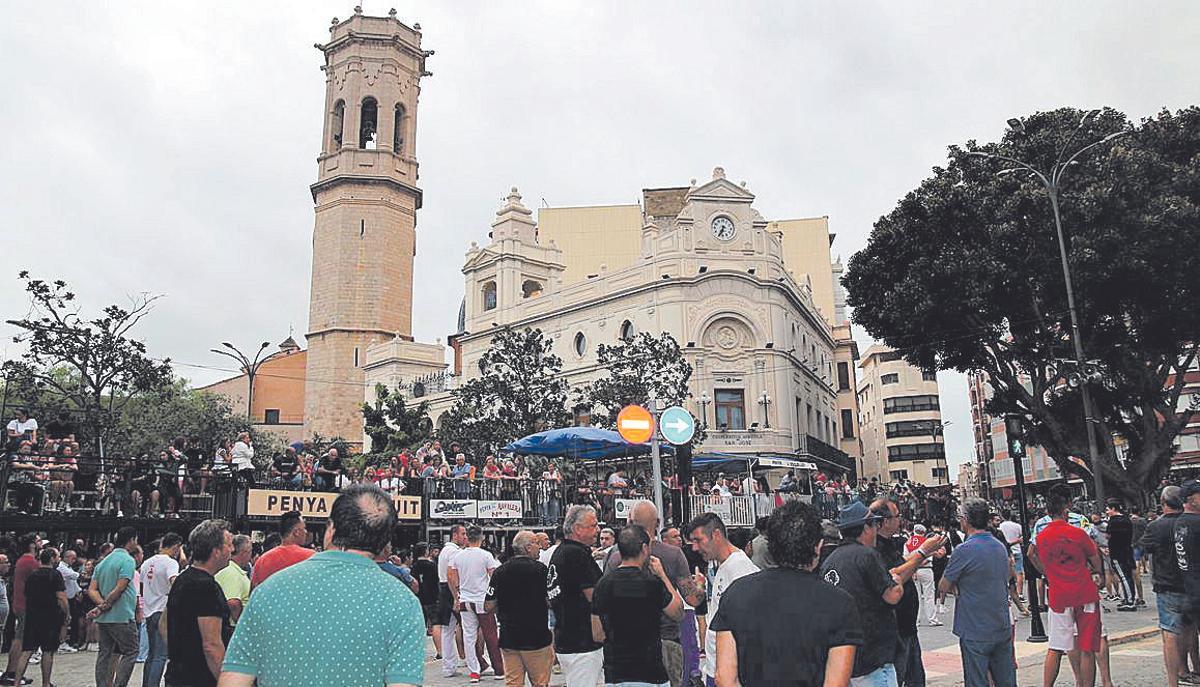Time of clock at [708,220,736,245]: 6:34
